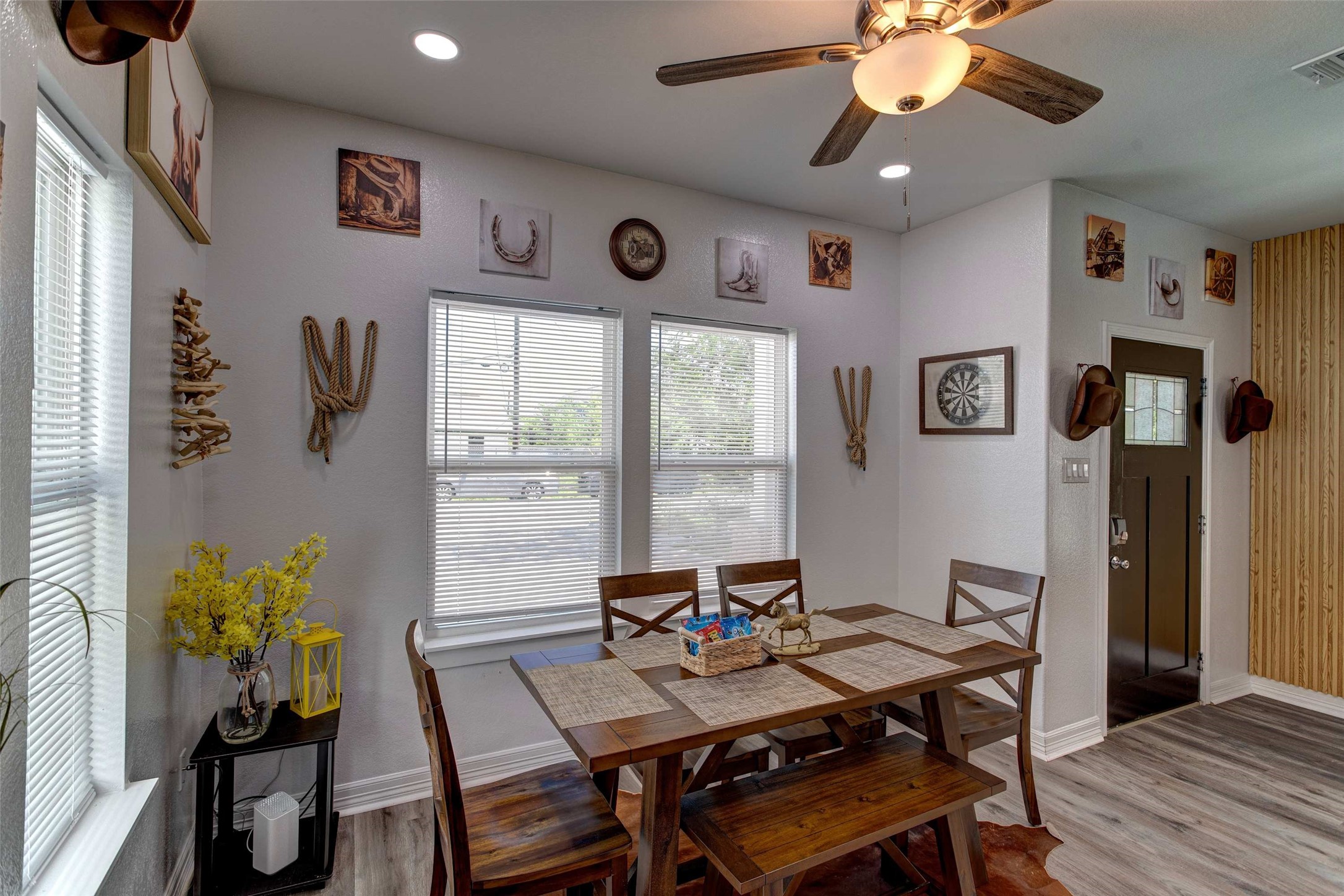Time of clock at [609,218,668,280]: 10:36
